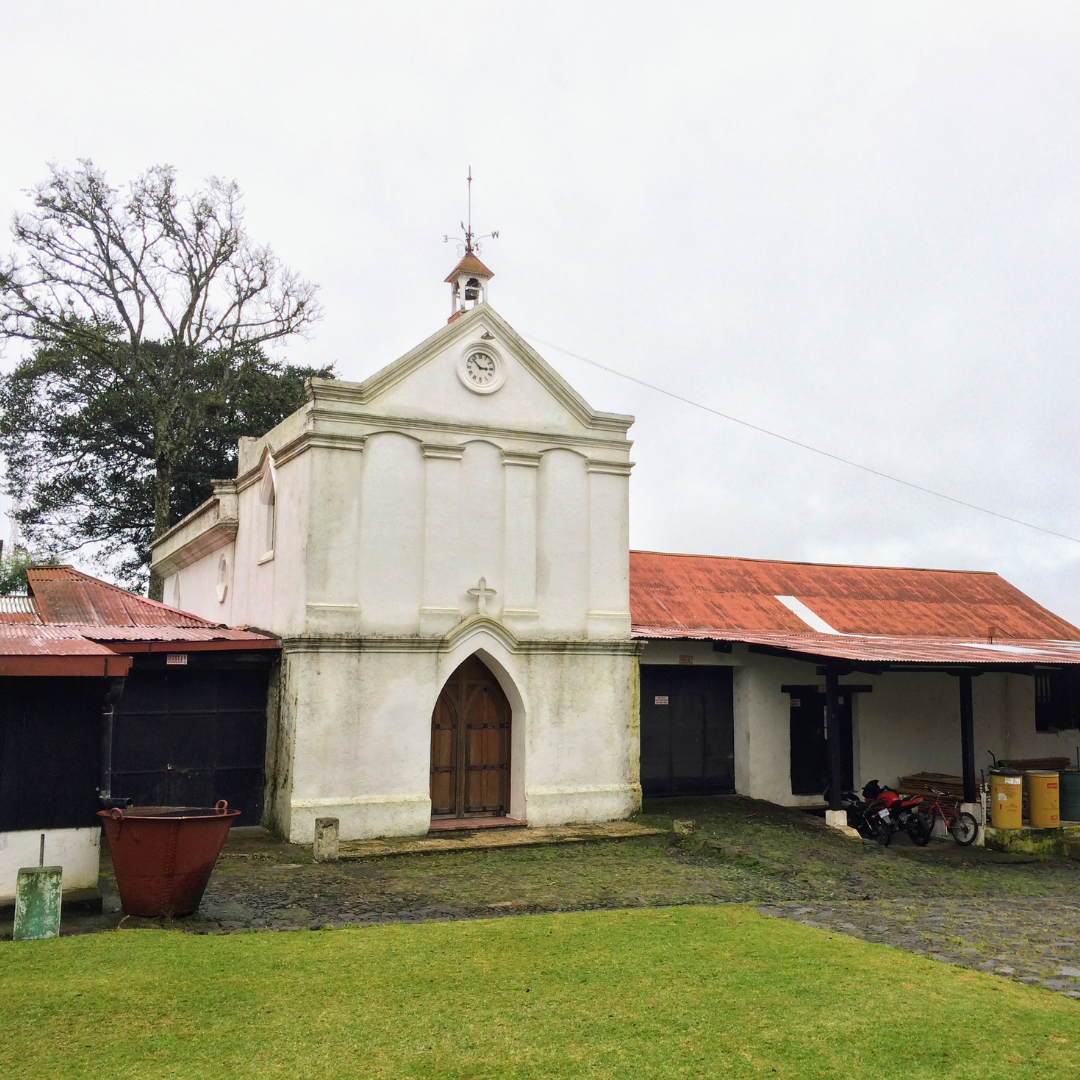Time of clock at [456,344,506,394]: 2:52
